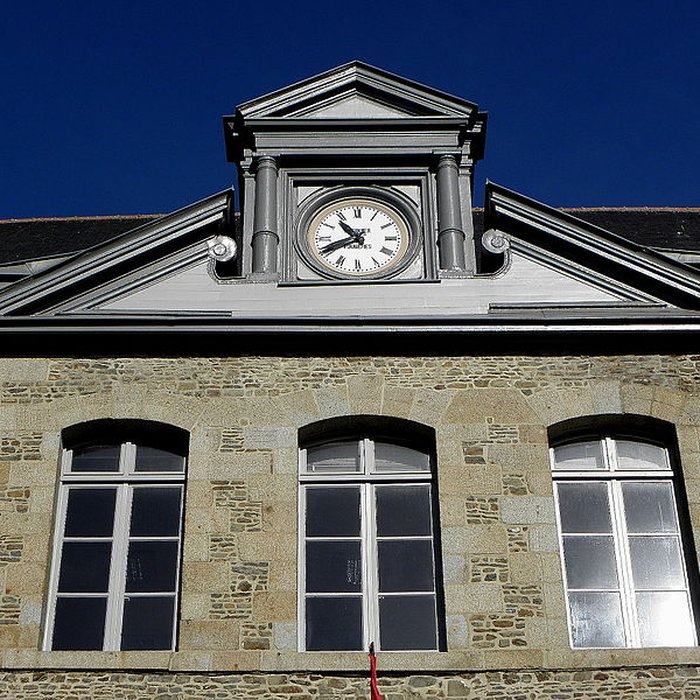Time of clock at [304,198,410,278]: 10:41
